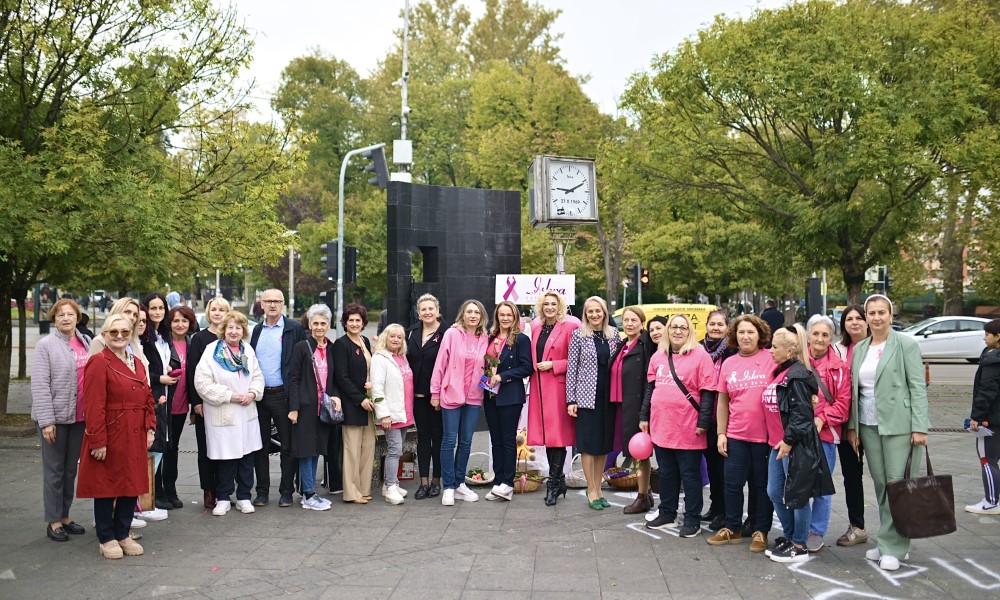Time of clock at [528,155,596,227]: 9:10
